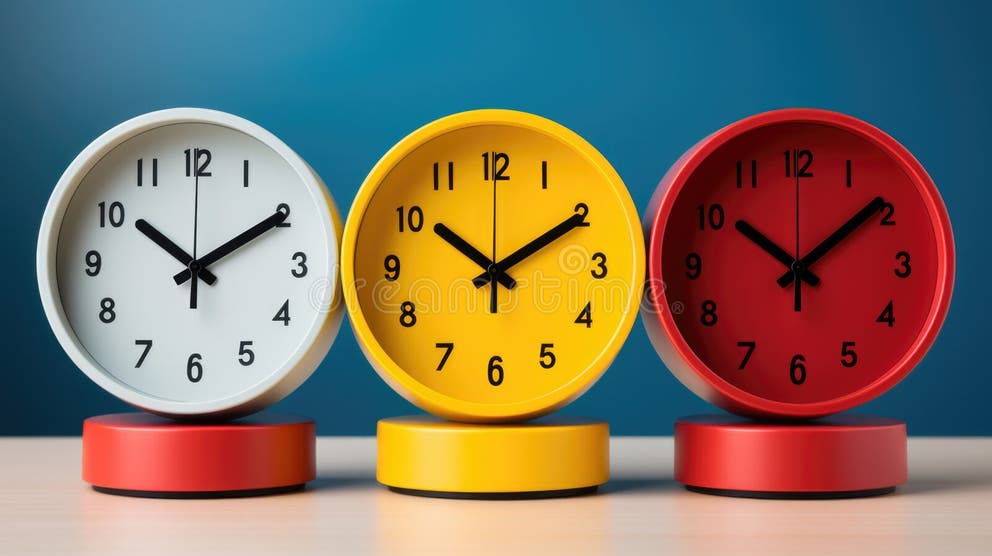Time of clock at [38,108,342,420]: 10:09
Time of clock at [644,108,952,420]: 10:08
